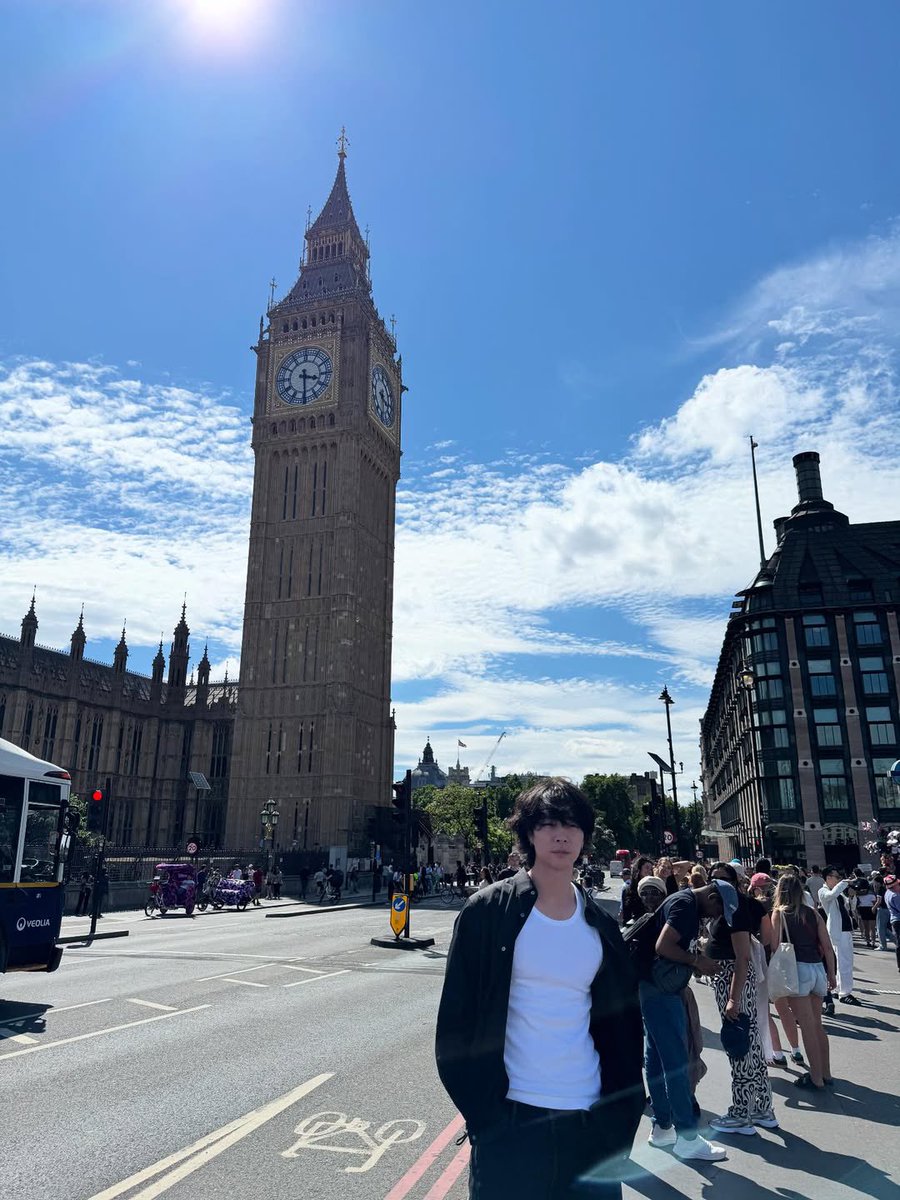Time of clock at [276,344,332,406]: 3:29
